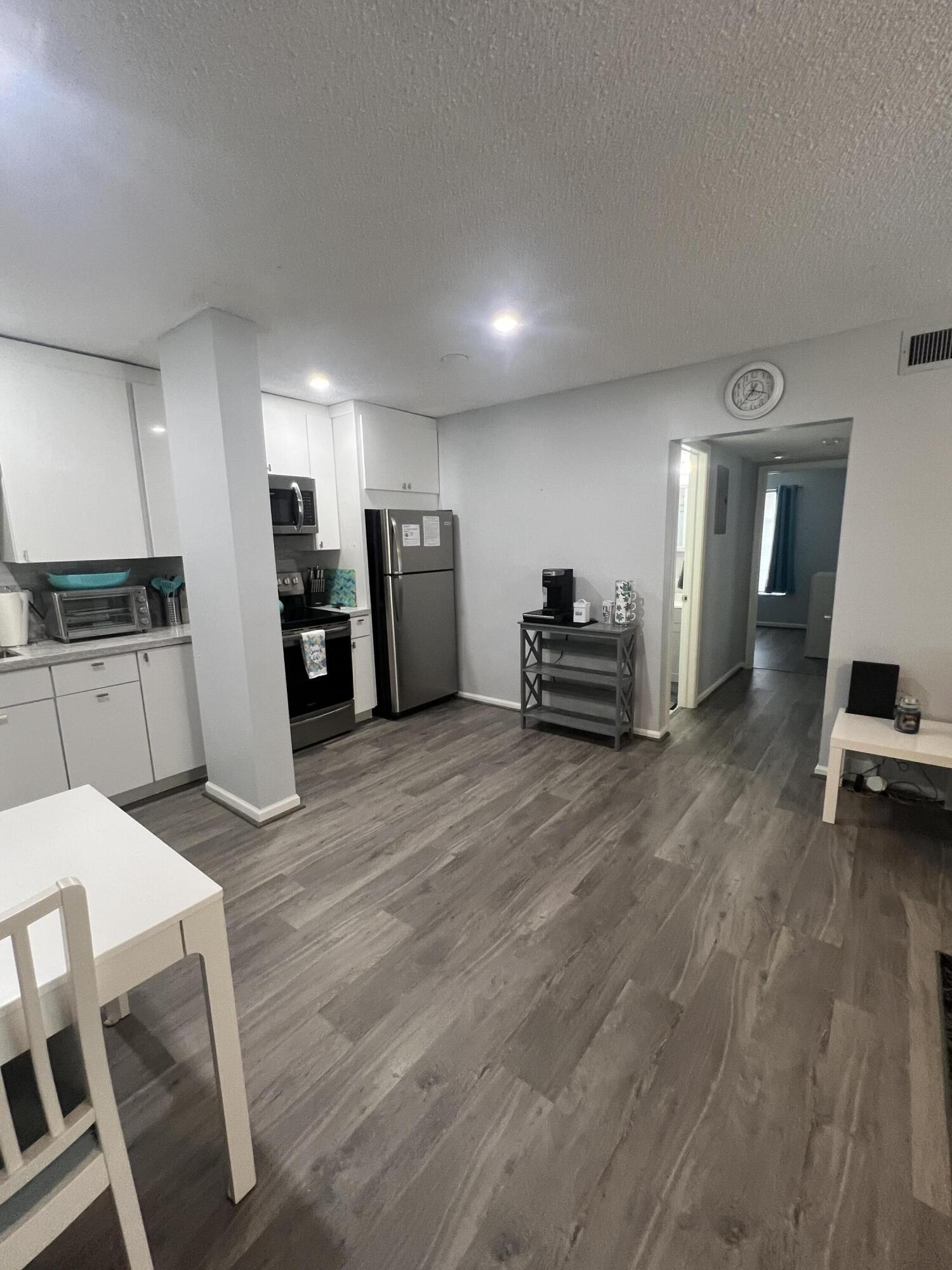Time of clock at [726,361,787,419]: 3:37
